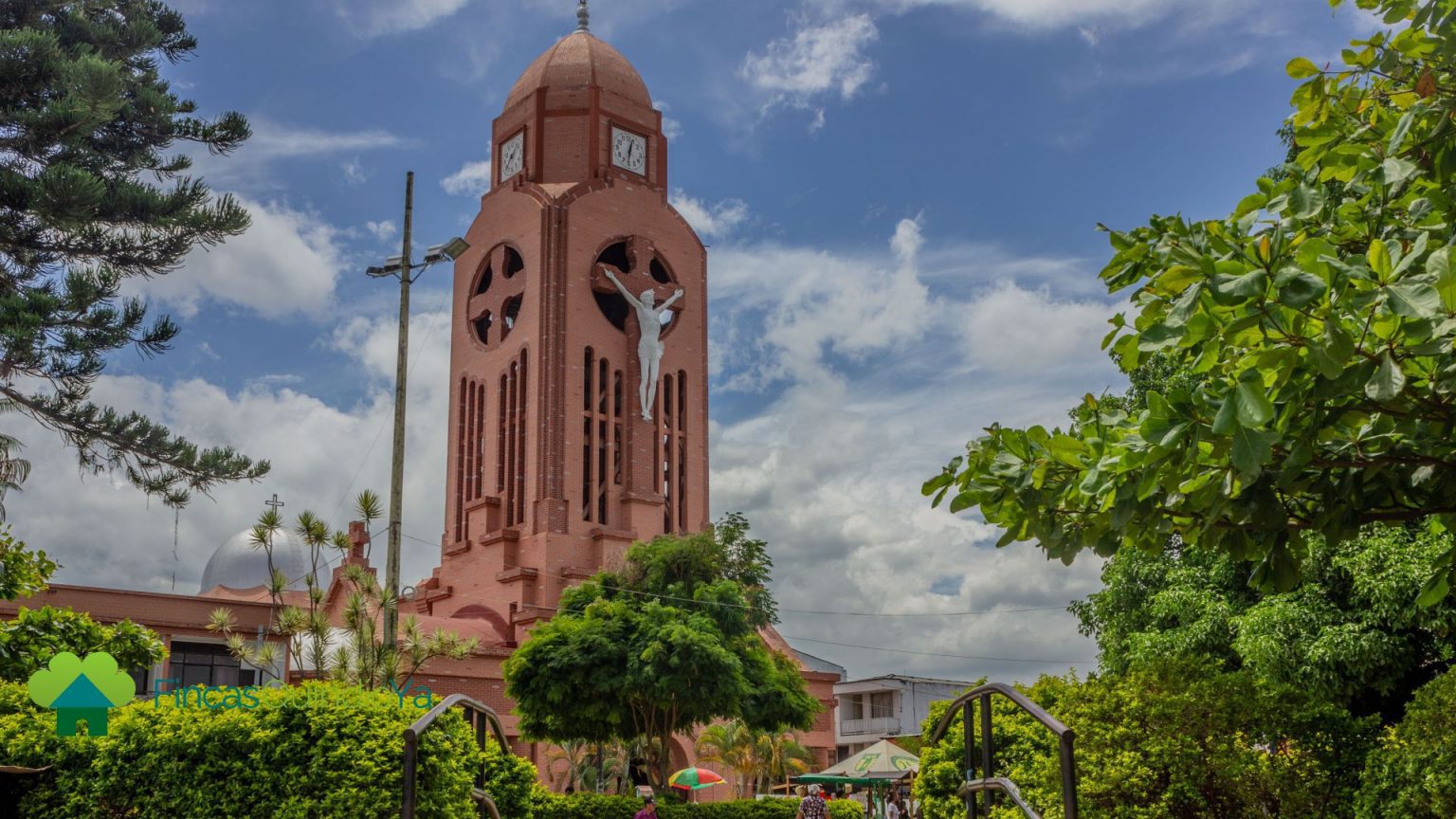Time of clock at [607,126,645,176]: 12:31
